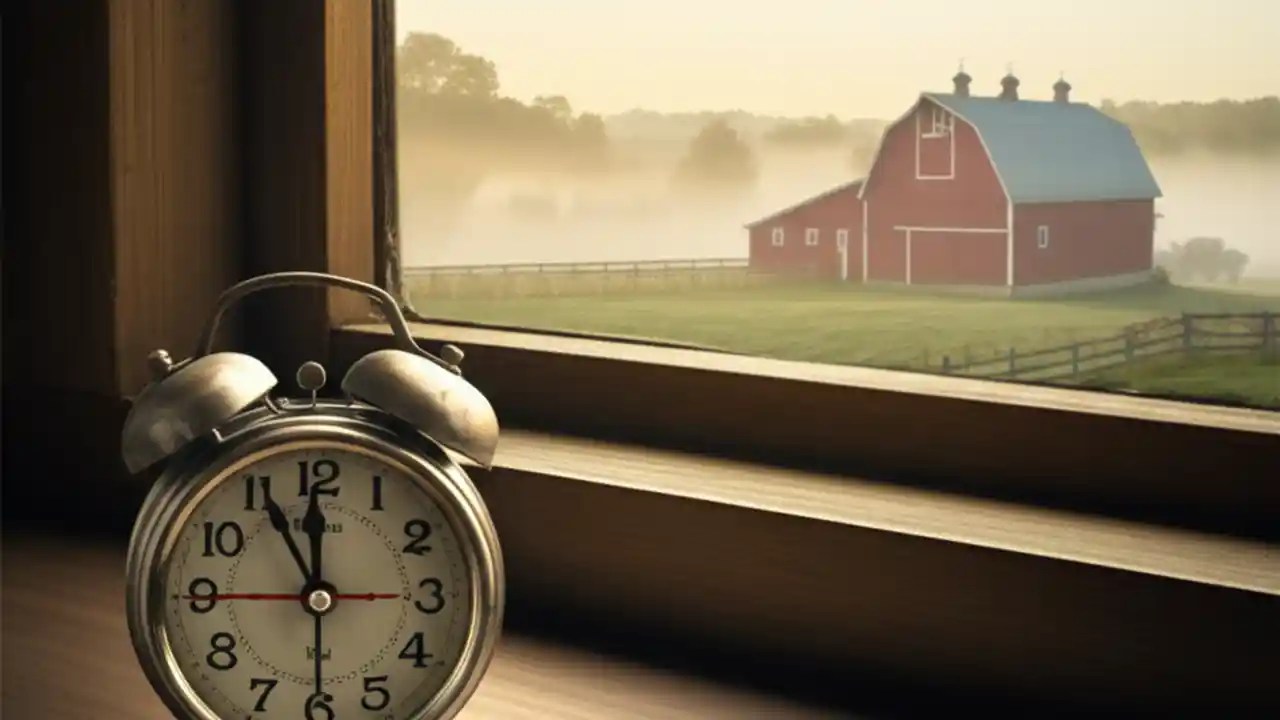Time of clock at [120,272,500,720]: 11:55
